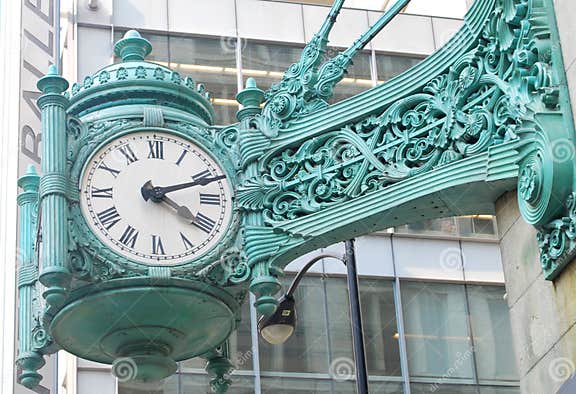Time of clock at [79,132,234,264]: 4:11
